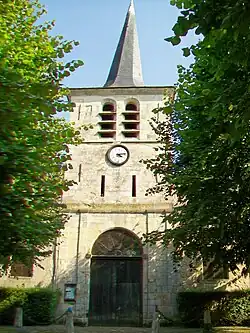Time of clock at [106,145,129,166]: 4:13
